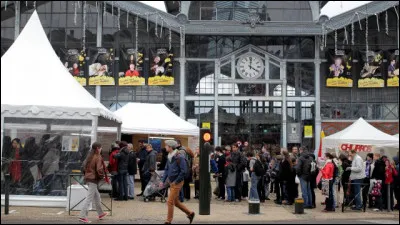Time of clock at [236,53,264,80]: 4:01
